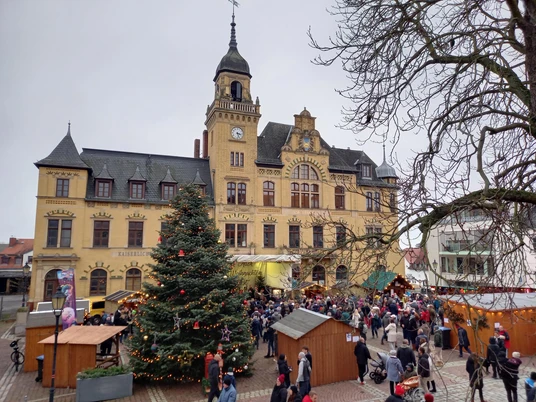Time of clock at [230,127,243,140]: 3:27
